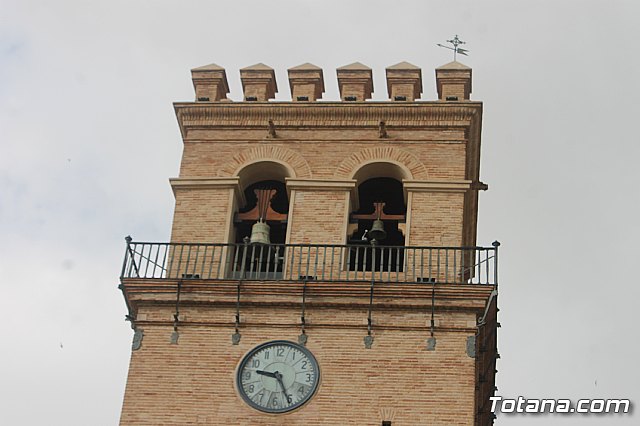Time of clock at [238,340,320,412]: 9:25
